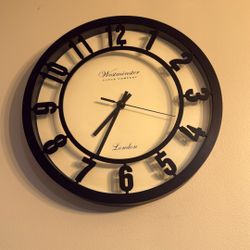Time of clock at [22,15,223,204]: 7:34
